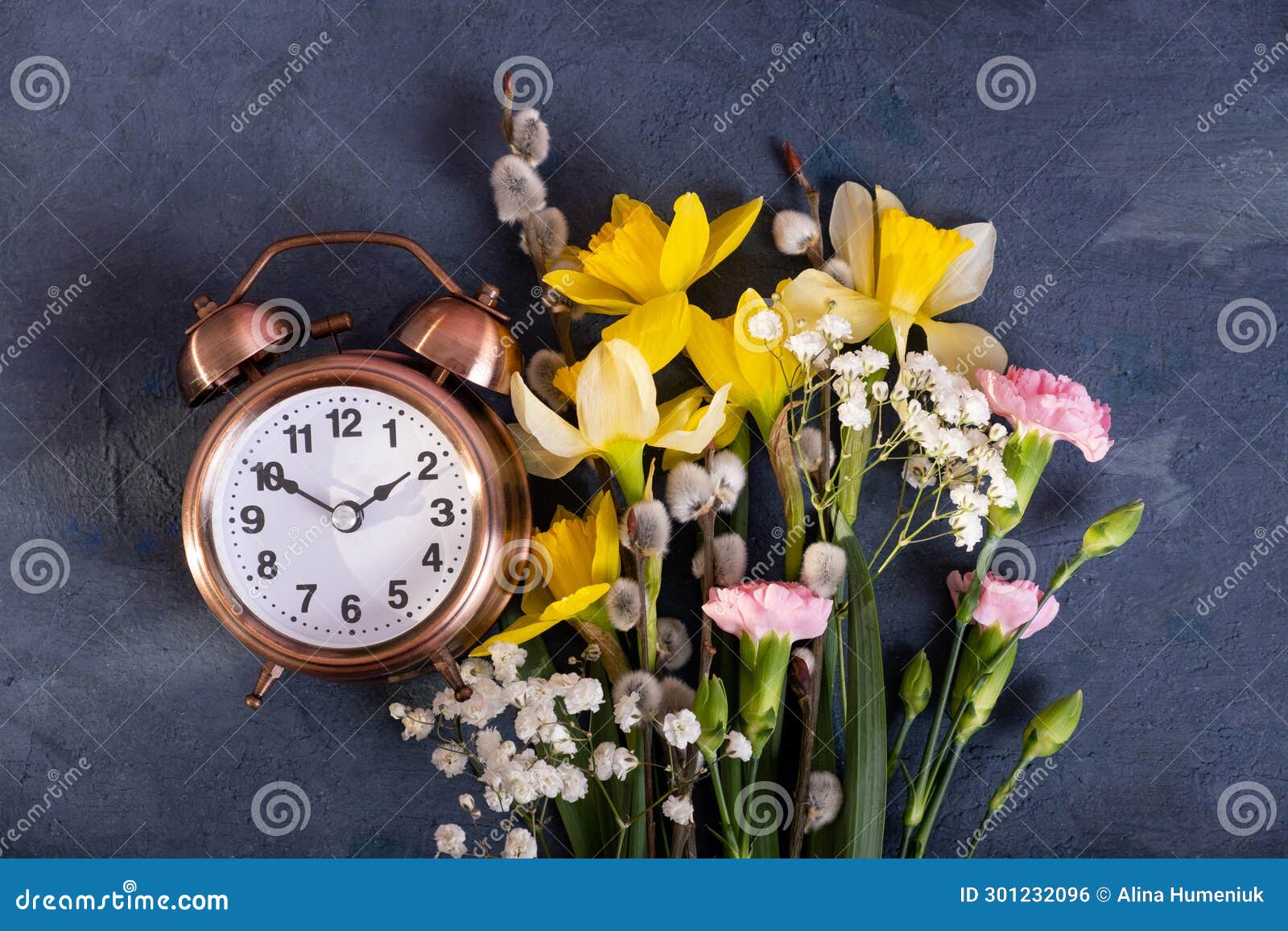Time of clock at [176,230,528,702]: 1:50
